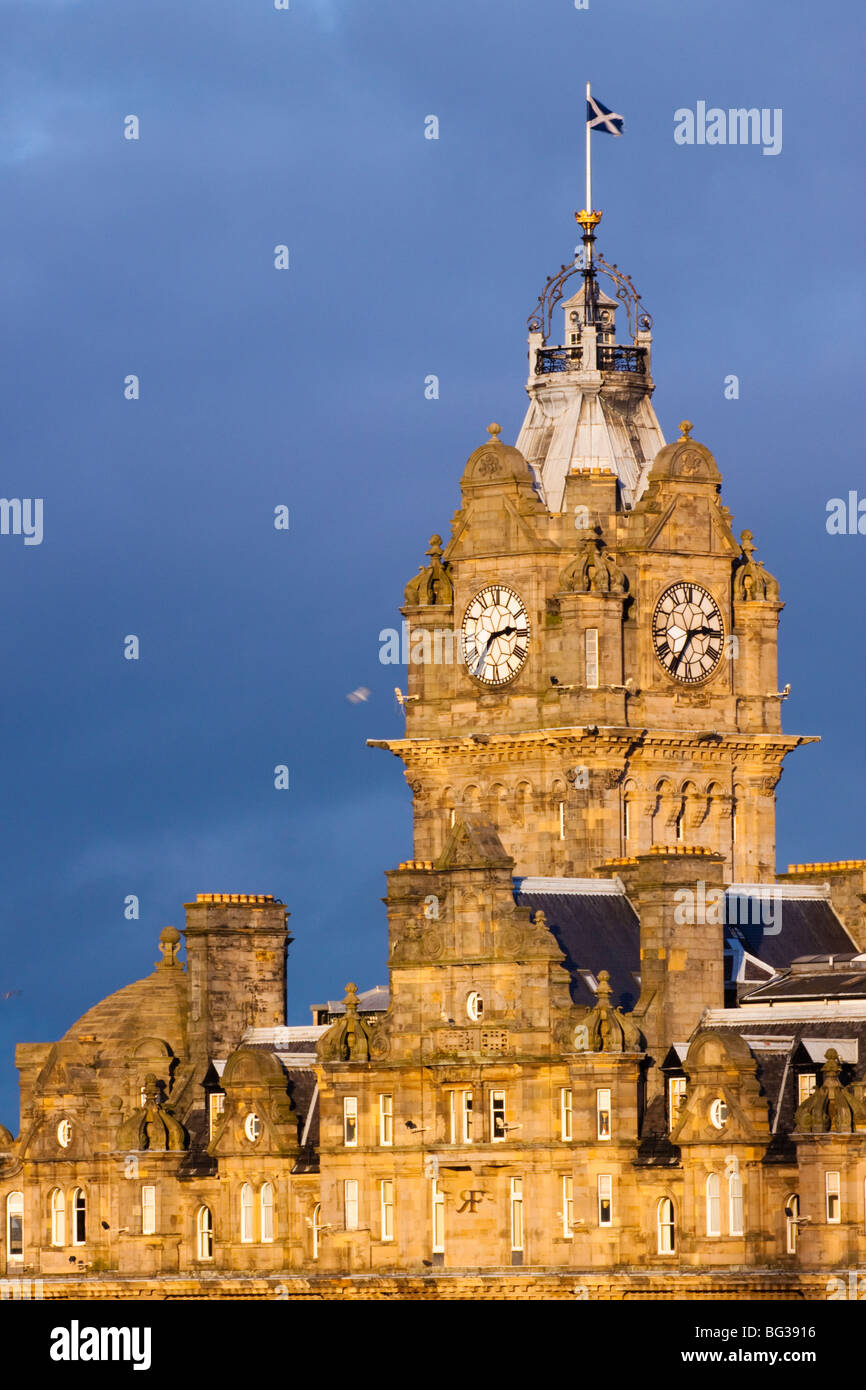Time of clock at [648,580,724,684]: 2:35
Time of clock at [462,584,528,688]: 2:36
